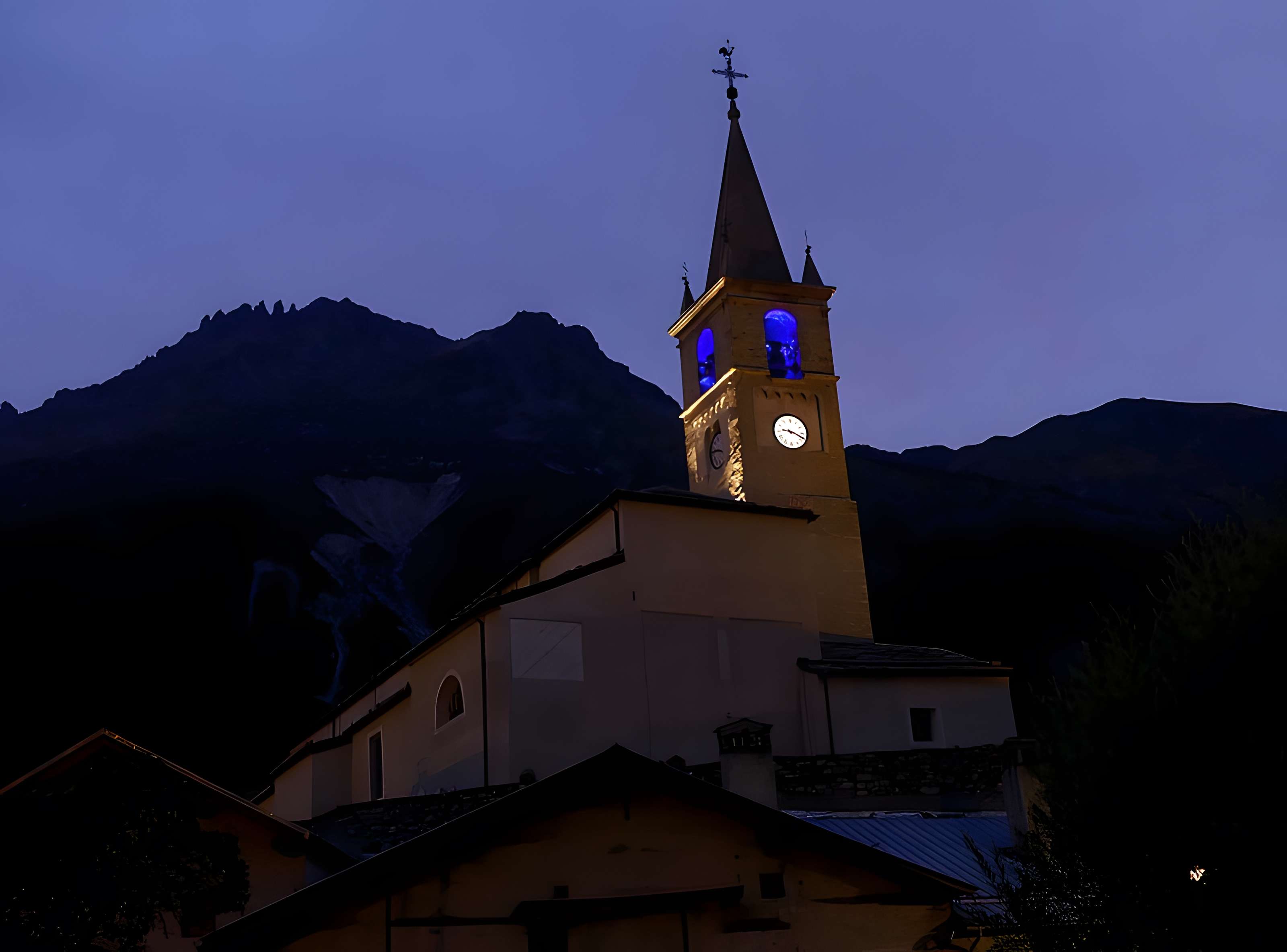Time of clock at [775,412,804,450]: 9:18
